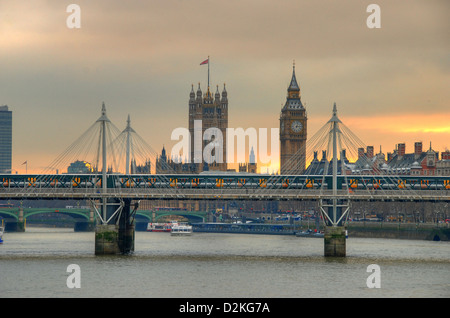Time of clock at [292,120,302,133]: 3:02
